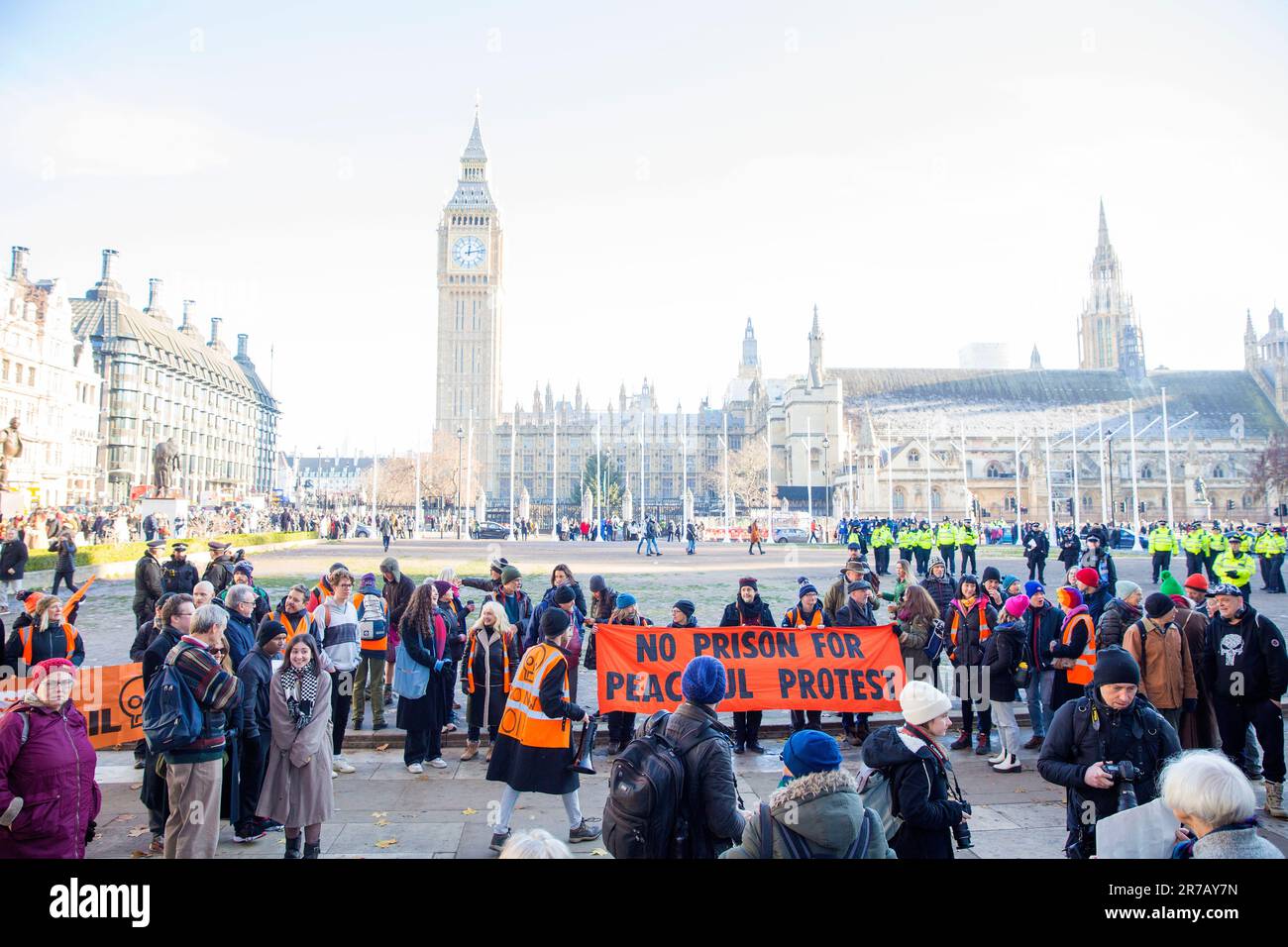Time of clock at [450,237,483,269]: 12:13
